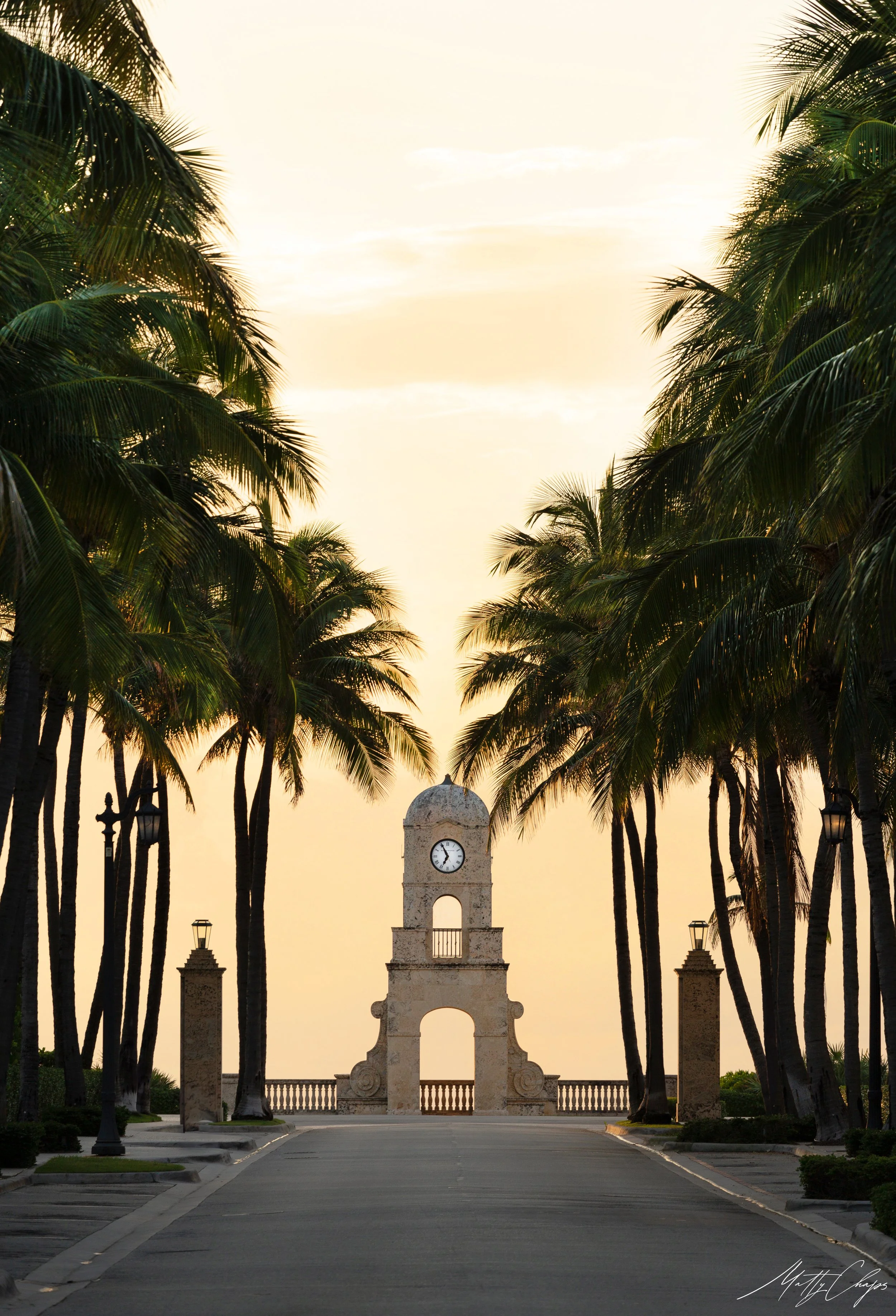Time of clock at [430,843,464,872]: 6:55
